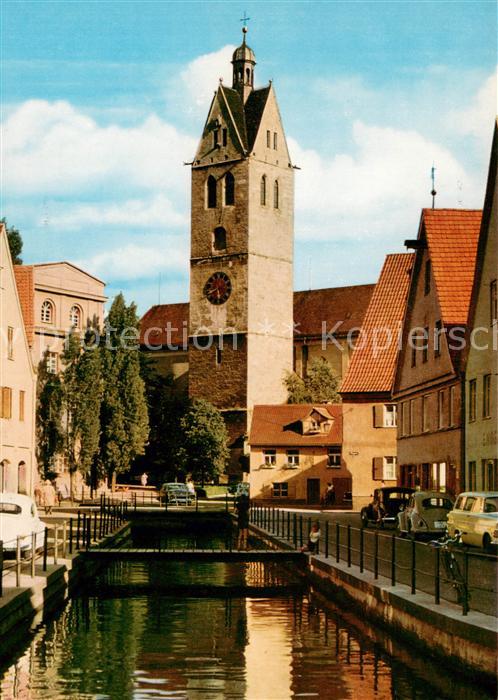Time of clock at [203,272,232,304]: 5:41
